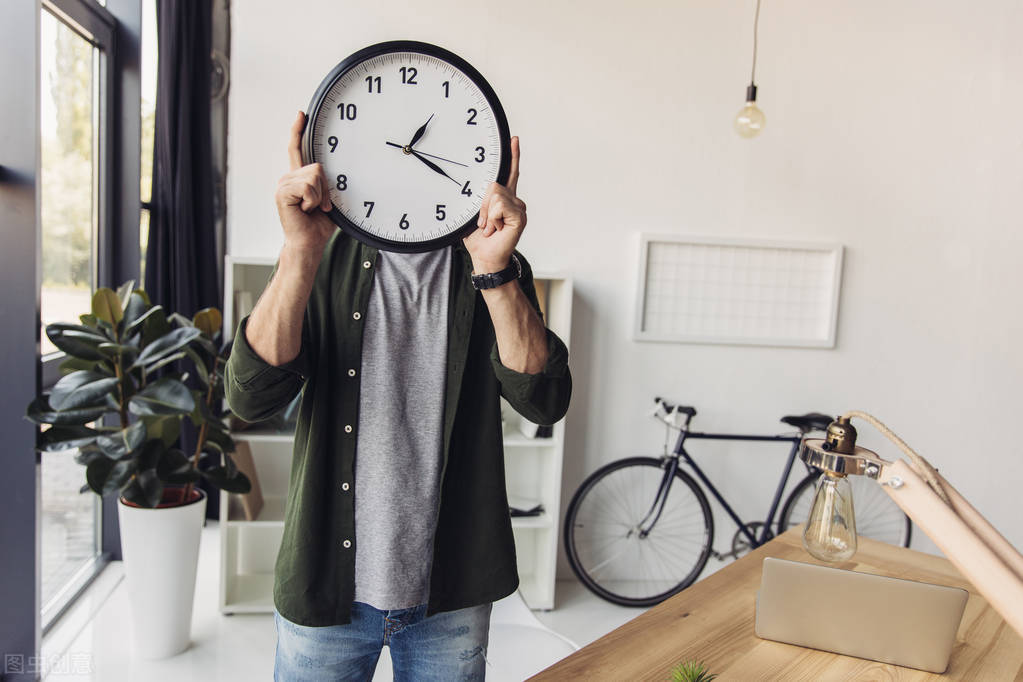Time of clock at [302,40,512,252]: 1:20
